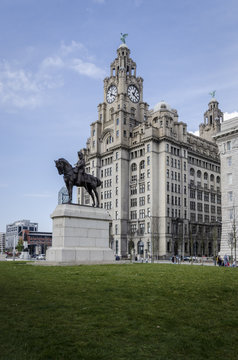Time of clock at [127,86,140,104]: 4:04
